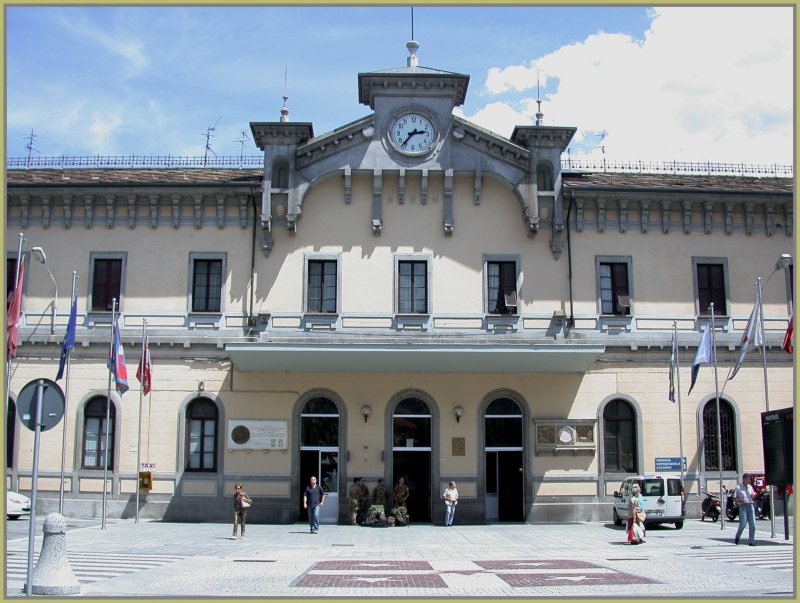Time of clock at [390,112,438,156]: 2:36
